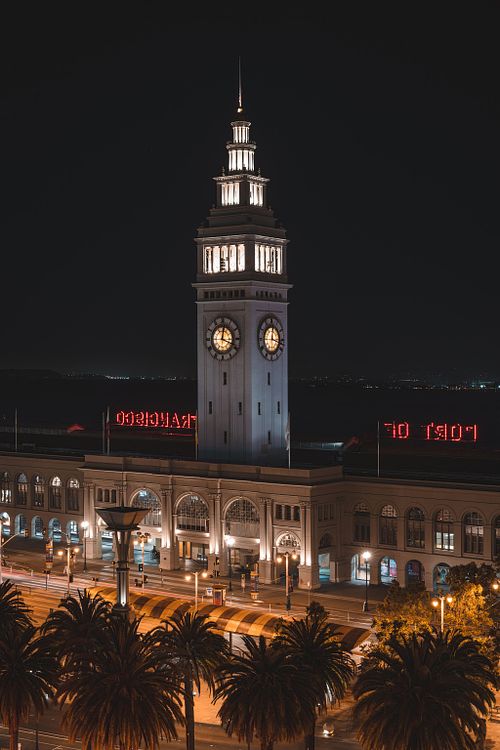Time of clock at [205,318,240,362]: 12:18
